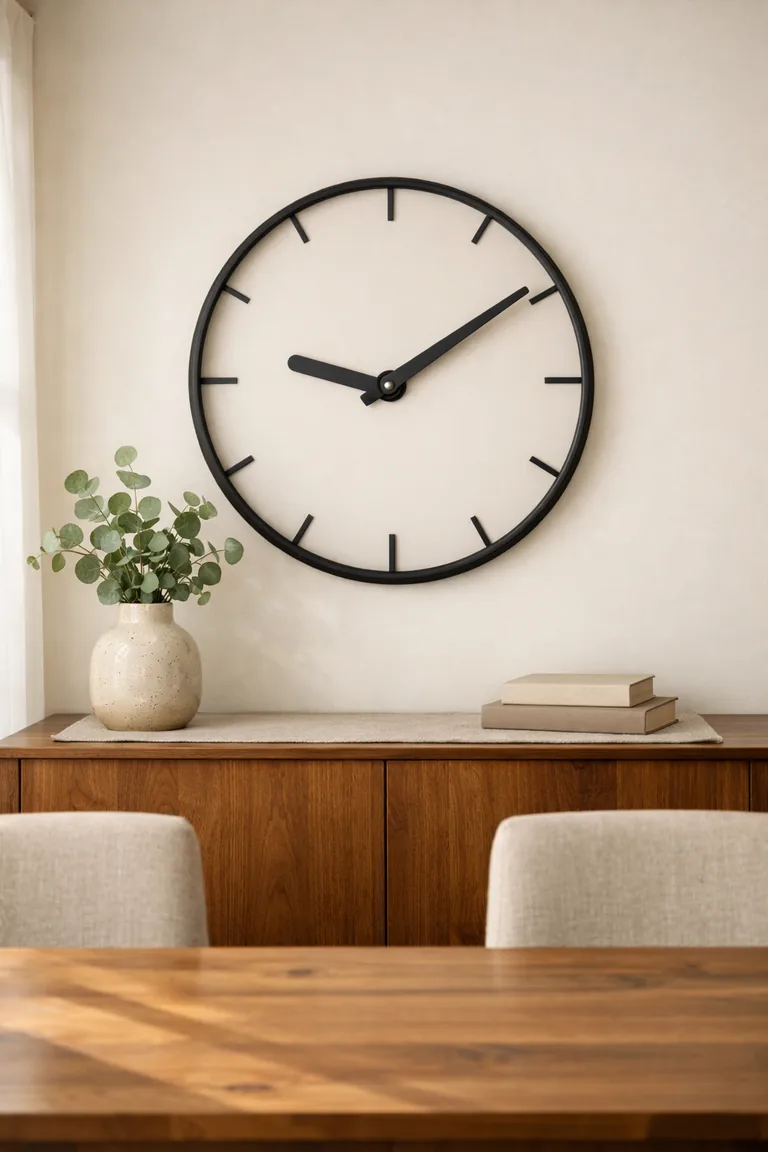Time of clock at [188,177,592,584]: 9:09
